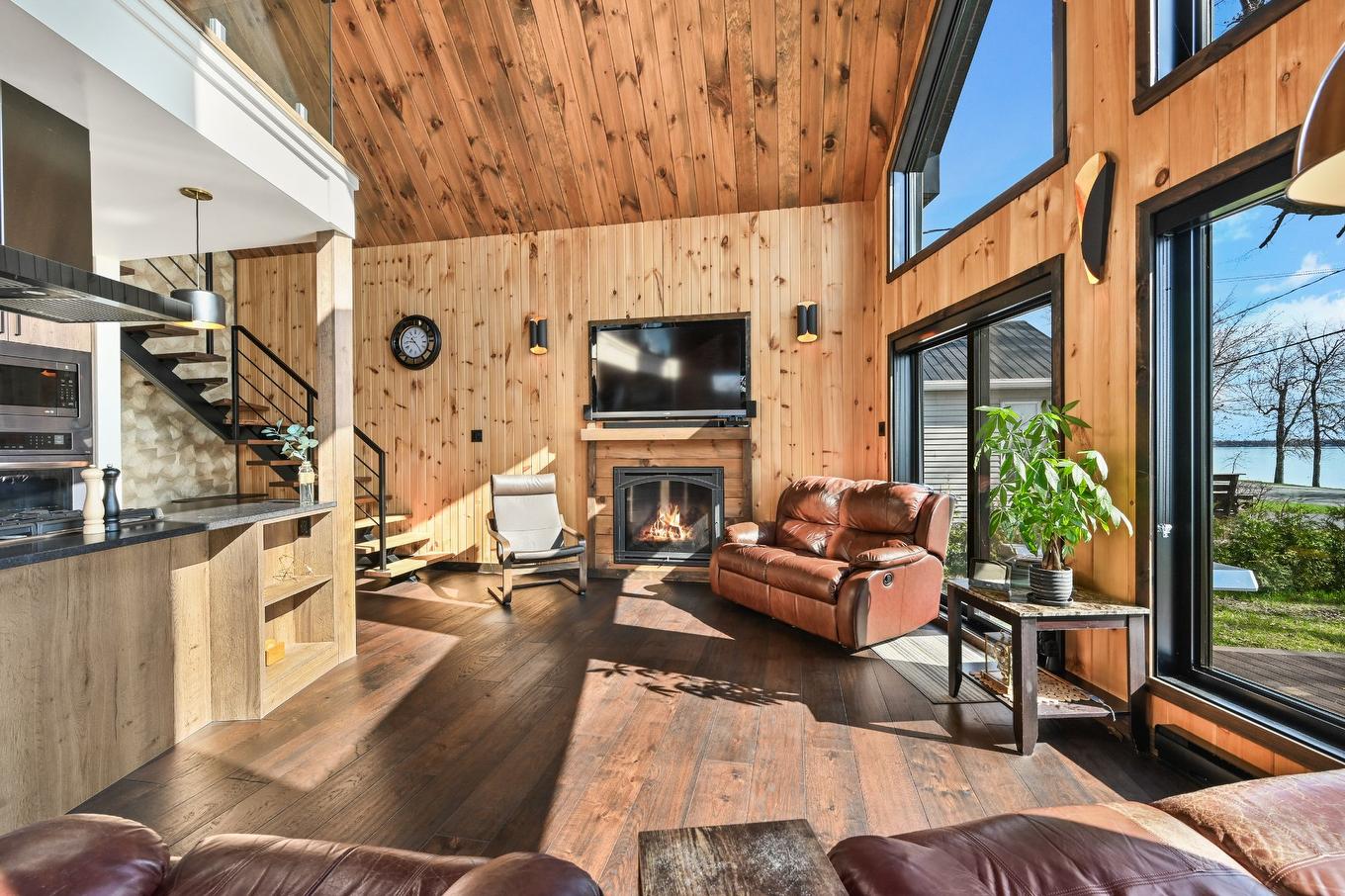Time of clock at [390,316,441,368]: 9:23
